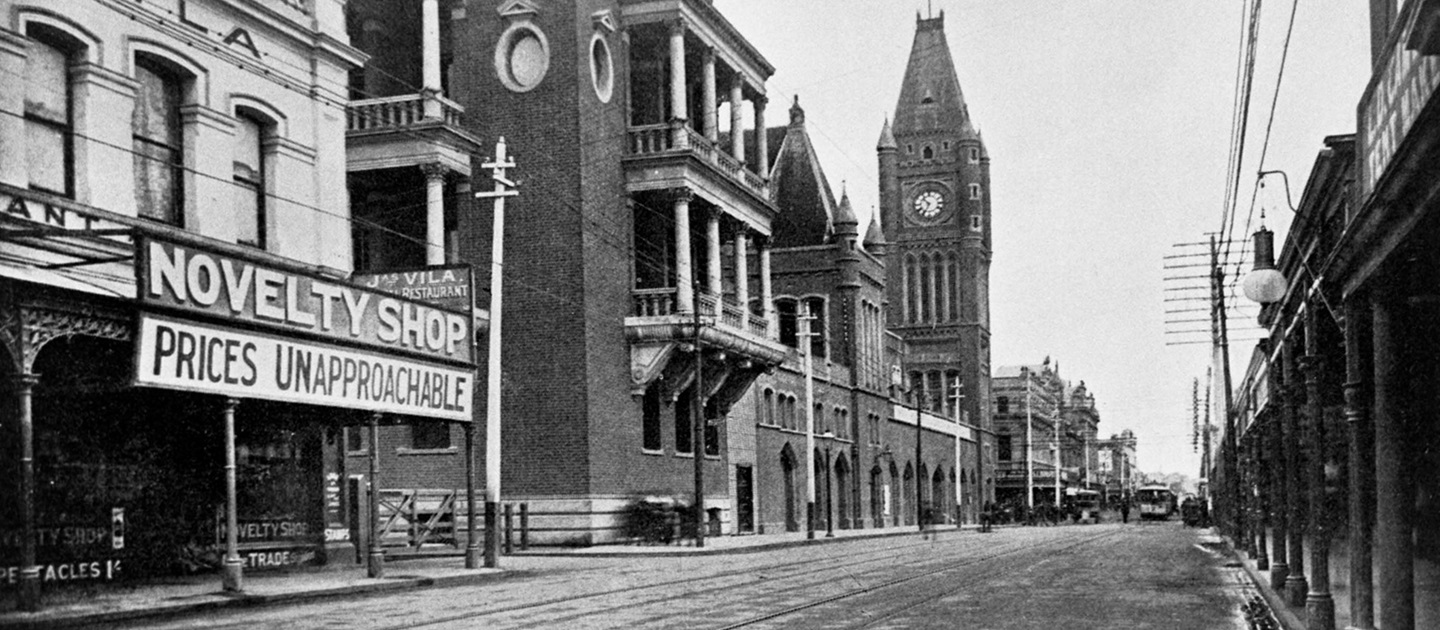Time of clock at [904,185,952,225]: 10:34
